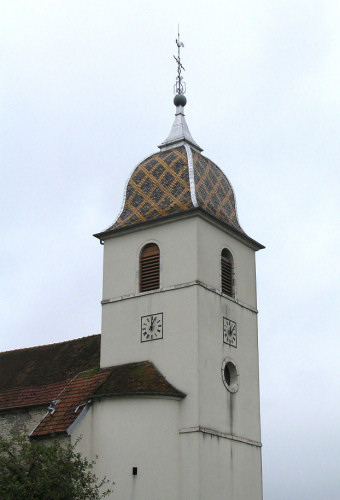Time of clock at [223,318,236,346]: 12:07
